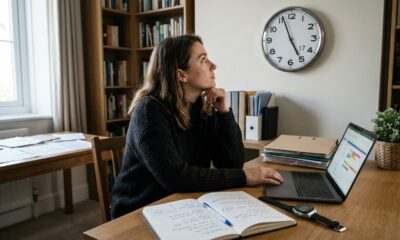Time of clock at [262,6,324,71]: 4:56
